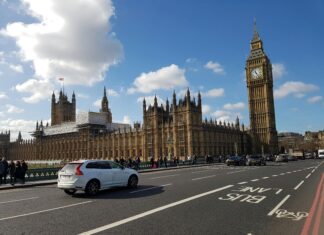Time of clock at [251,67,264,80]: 11:24
